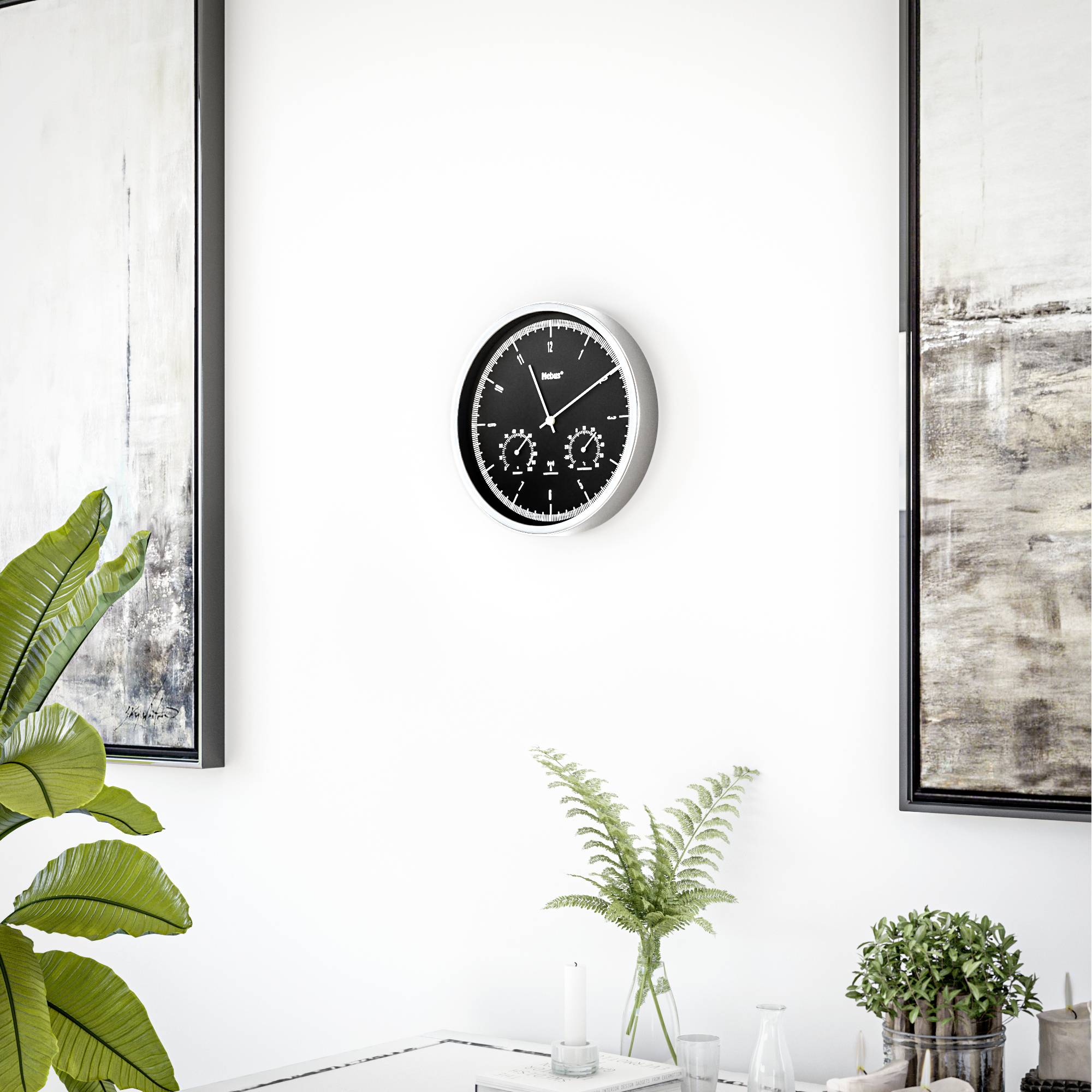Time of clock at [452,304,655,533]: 11:09
